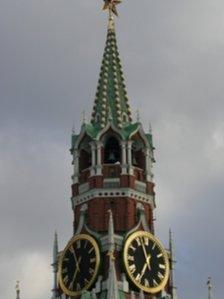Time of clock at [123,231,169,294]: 11:34
